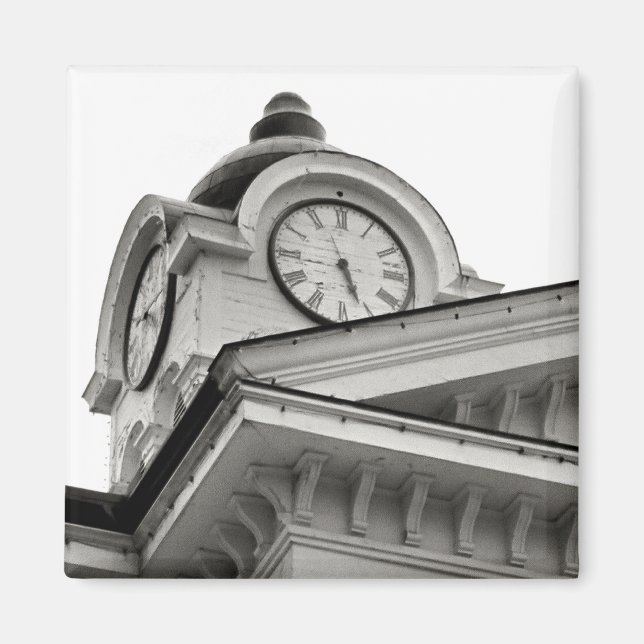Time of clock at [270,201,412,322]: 5:26
